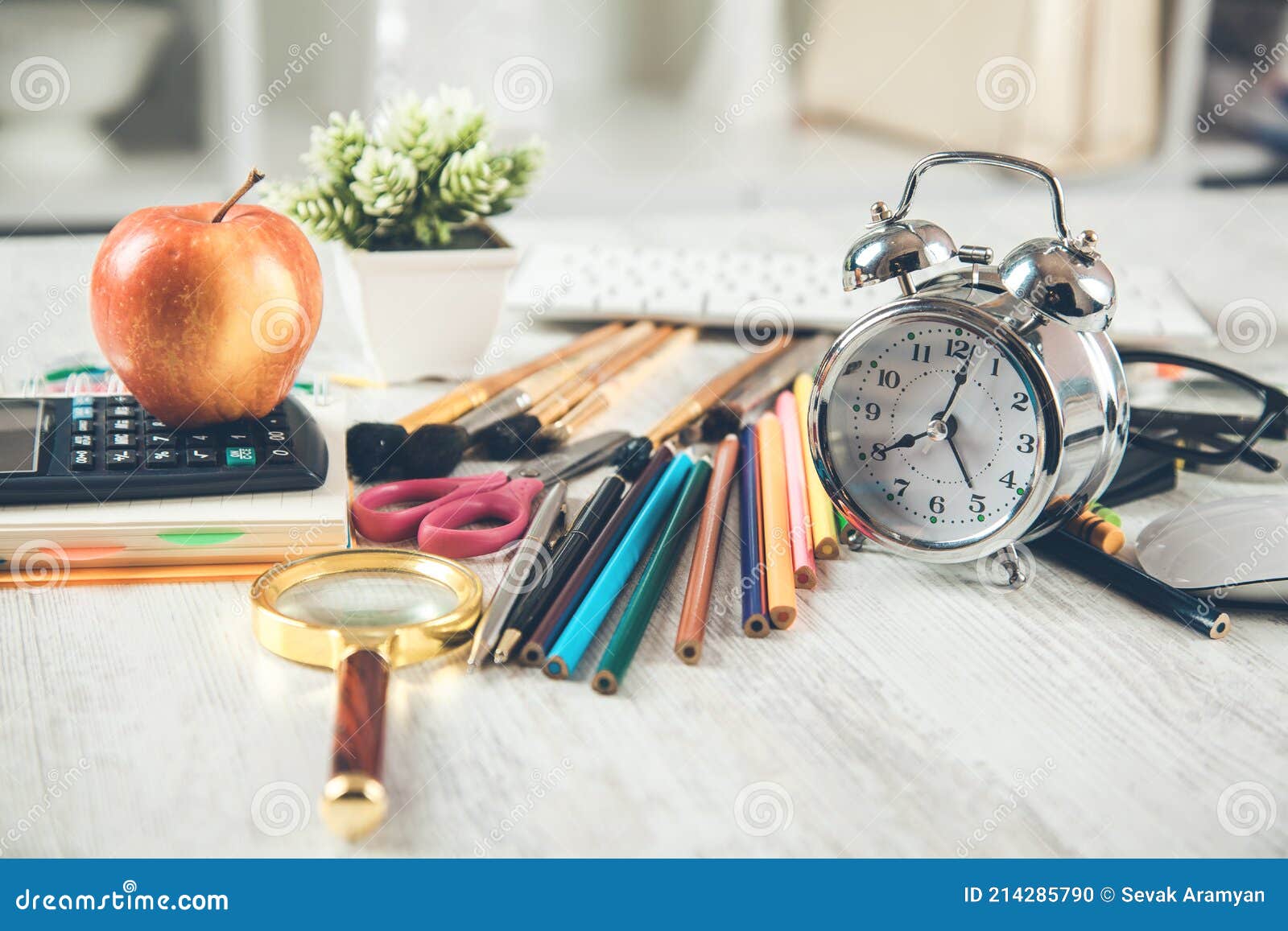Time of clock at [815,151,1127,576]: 8:01
